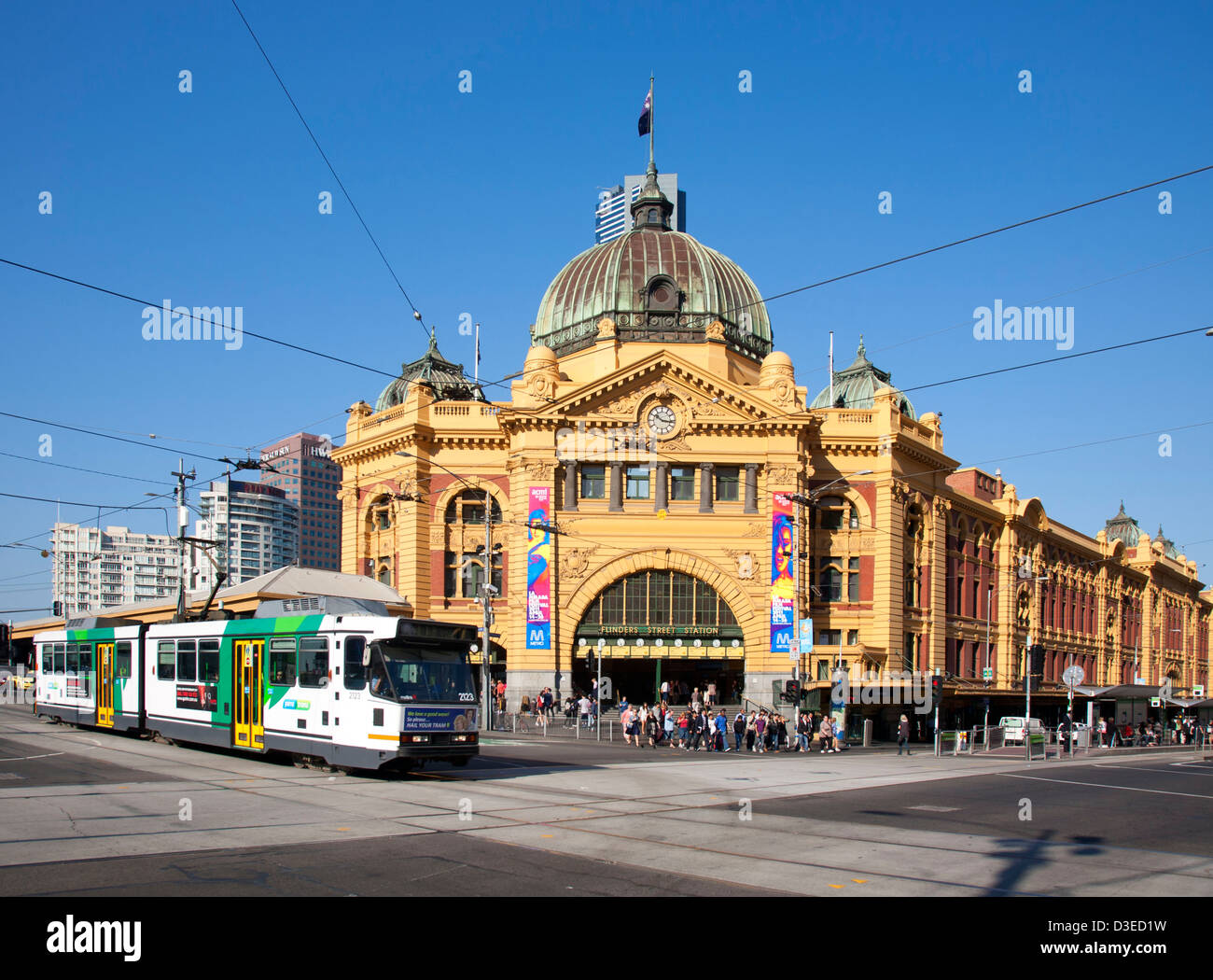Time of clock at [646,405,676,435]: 10:16
